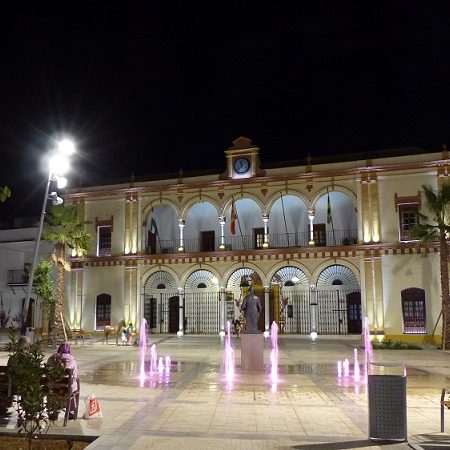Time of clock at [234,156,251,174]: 11:37
